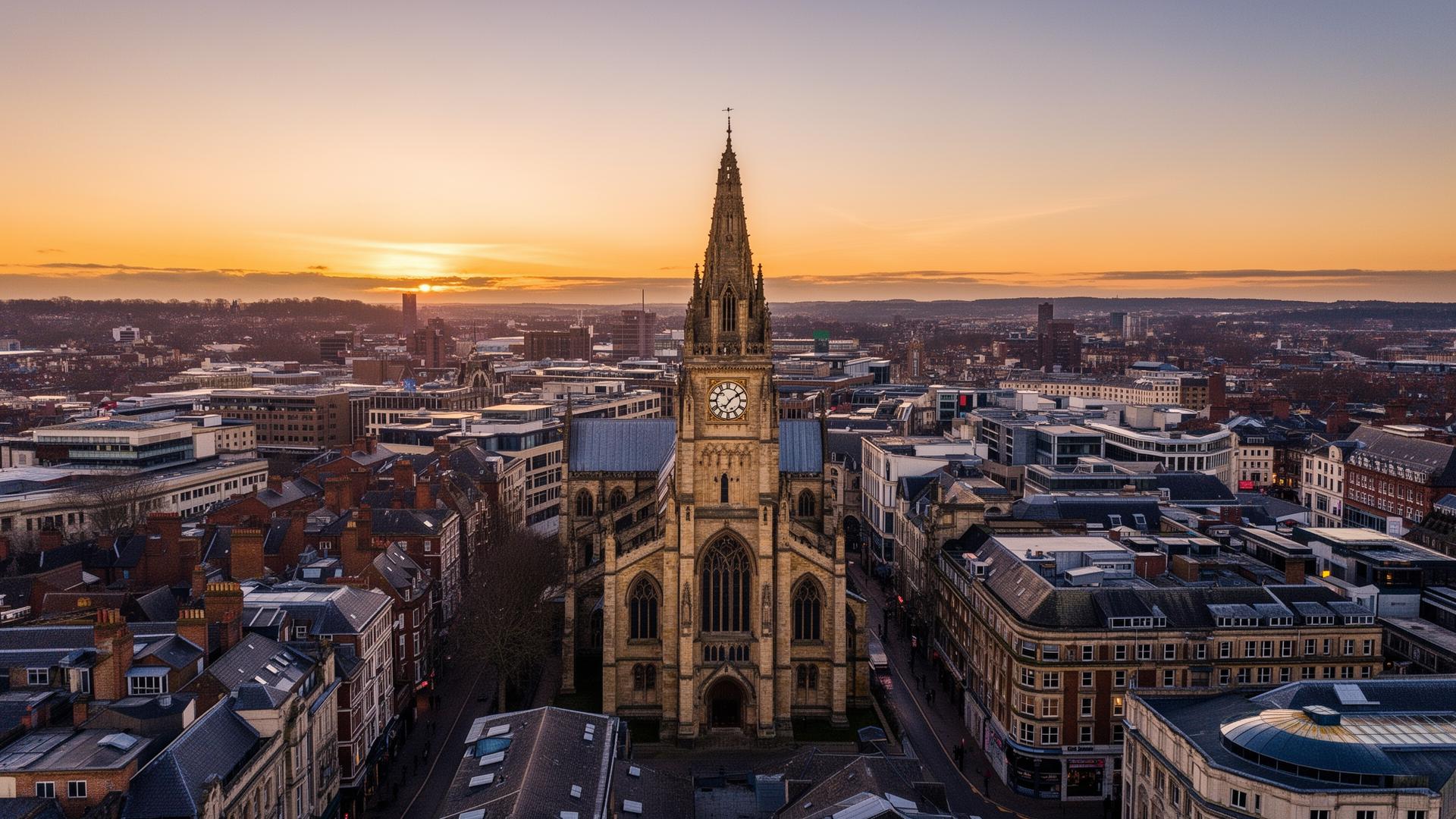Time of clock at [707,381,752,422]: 7:09
